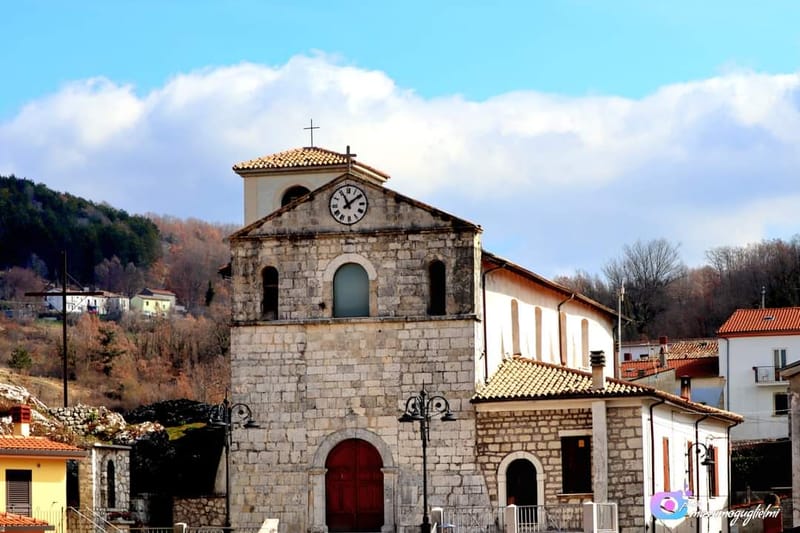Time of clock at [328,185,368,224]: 11:09
